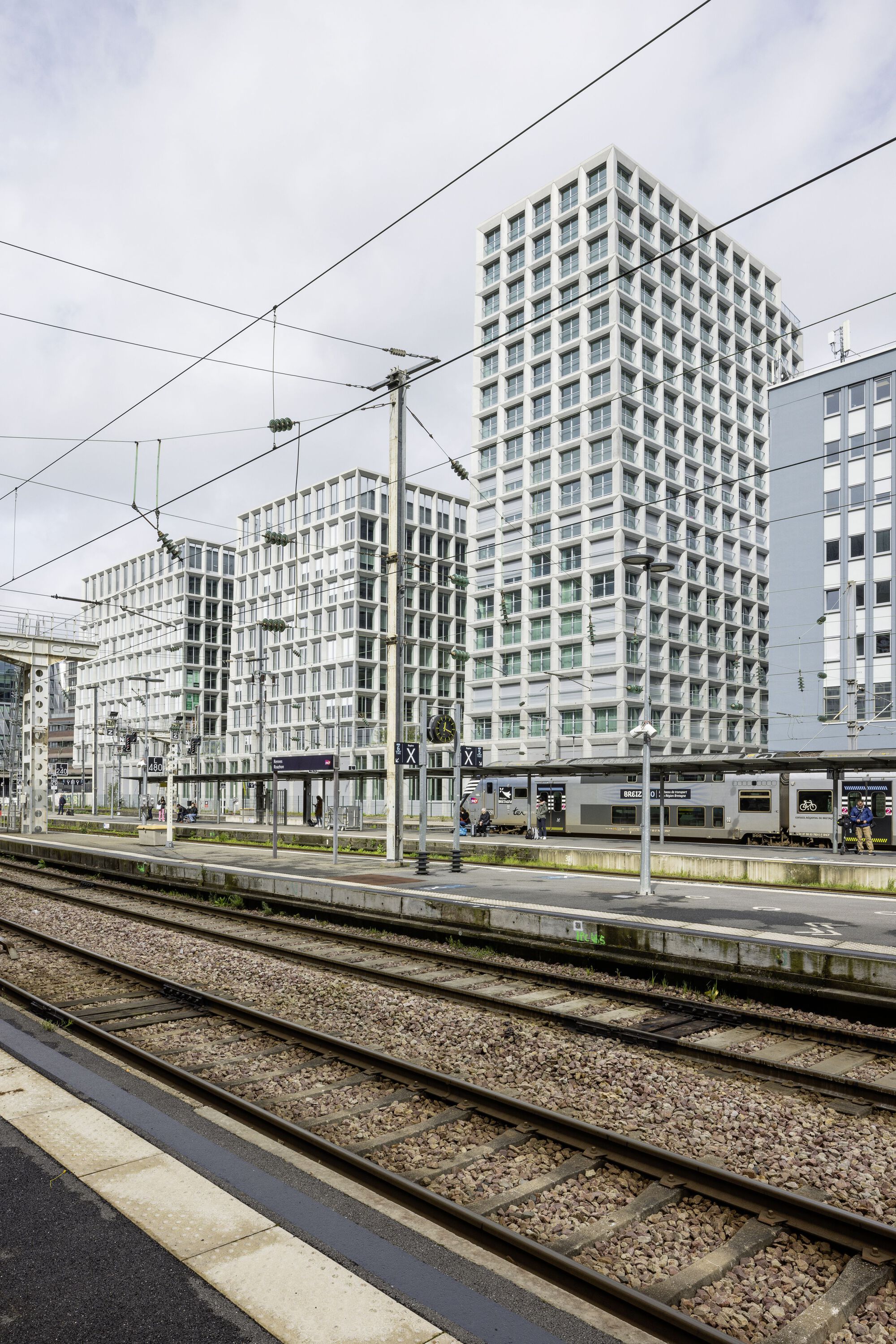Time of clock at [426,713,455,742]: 12:18
